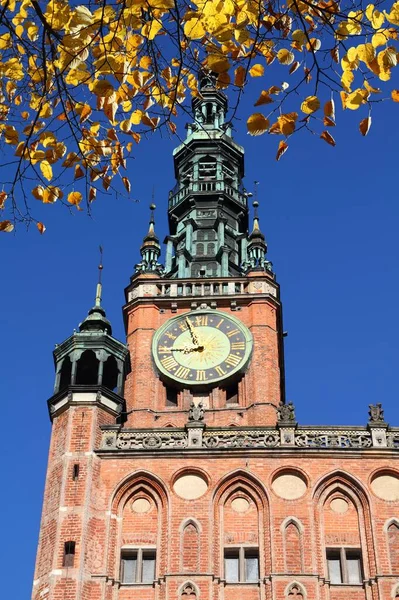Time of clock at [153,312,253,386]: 8:56
